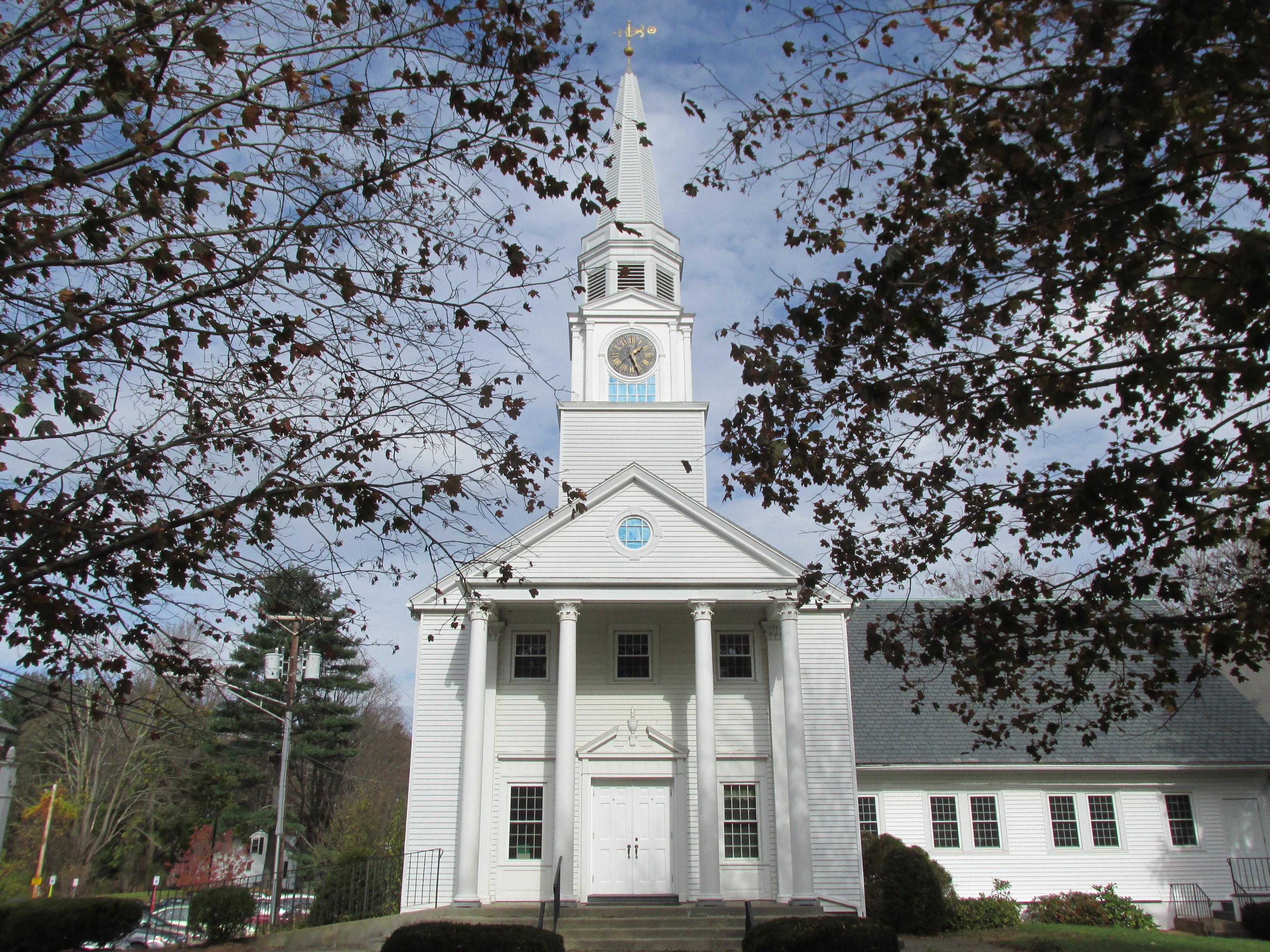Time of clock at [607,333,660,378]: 1:26
